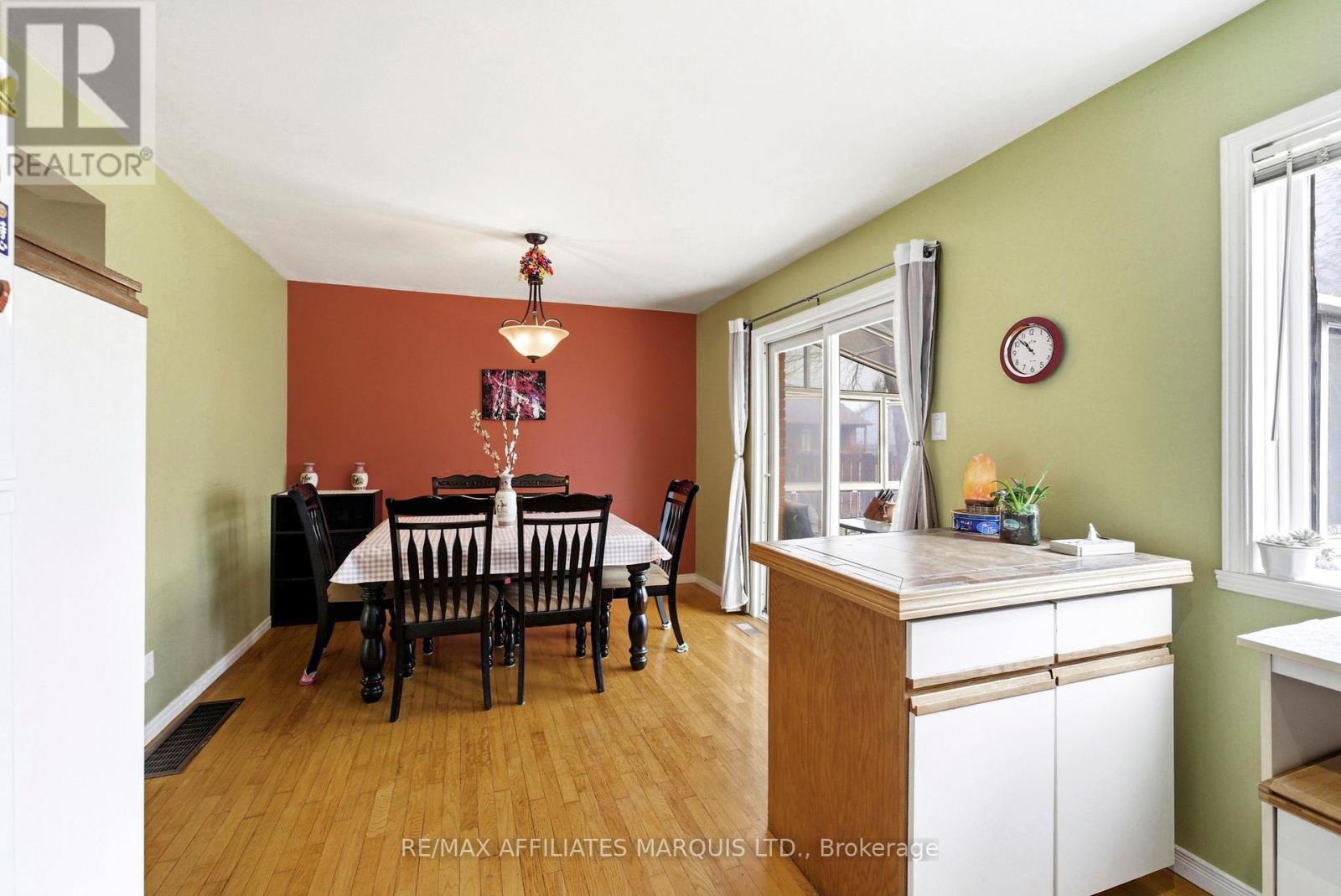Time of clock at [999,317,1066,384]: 10:52
